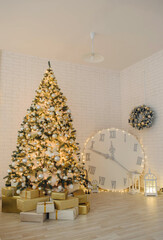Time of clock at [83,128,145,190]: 11:48
